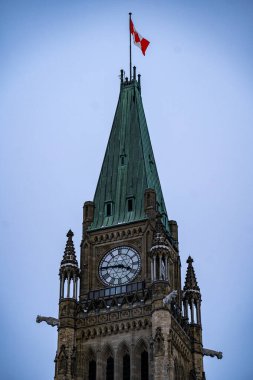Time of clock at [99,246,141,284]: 3:45
